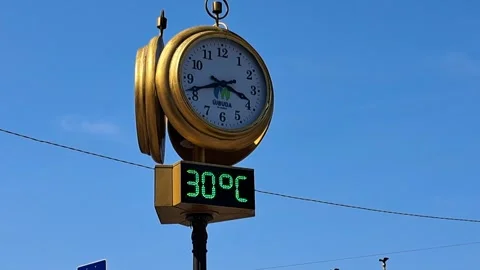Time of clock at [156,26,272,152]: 3:41
